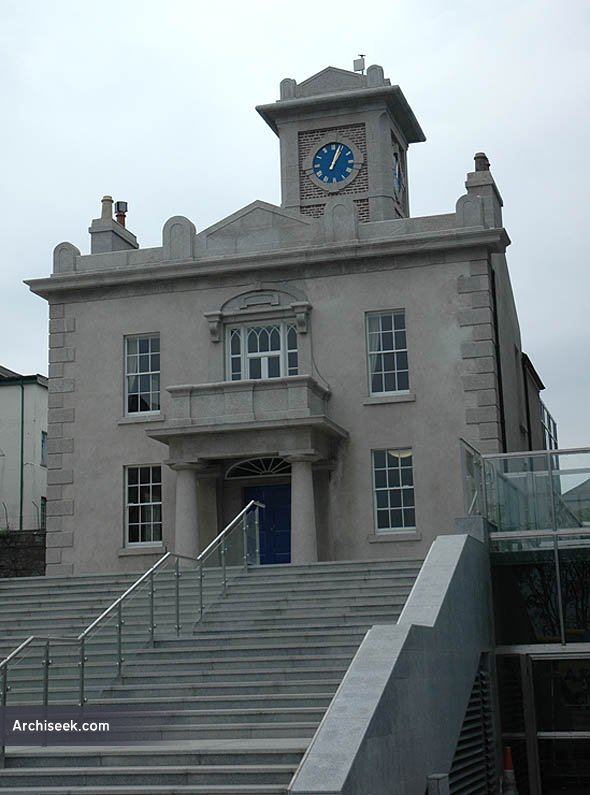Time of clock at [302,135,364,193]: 1:03
